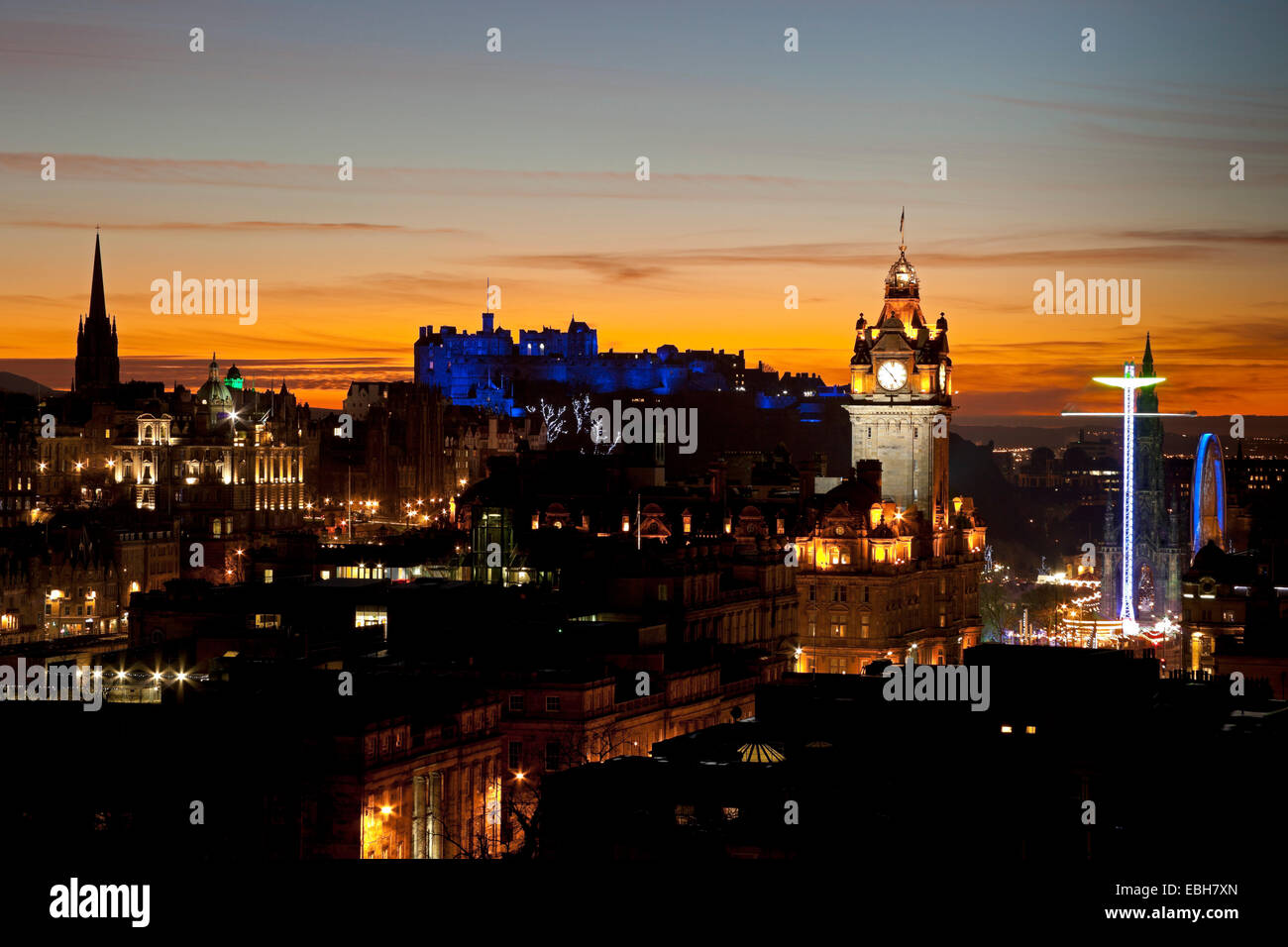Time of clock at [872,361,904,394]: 4:52
